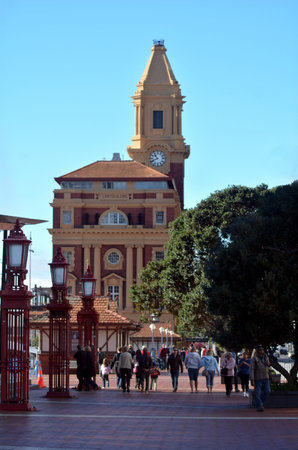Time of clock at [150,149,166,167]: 10:41
